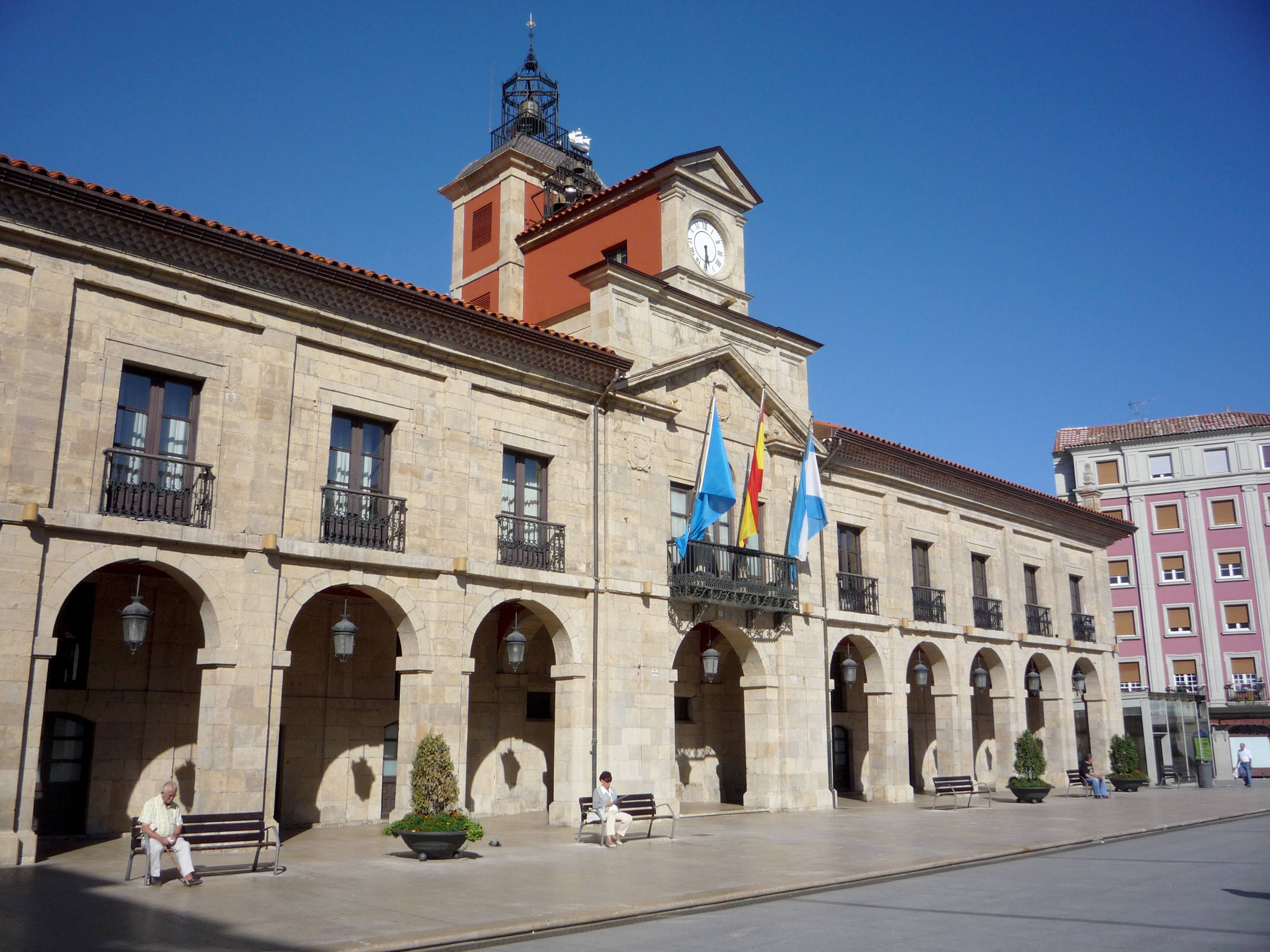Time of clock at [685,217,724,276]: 5:29
